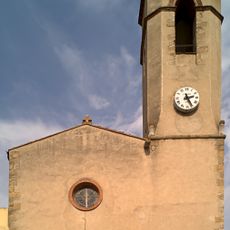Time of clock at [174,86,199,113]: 2:25
